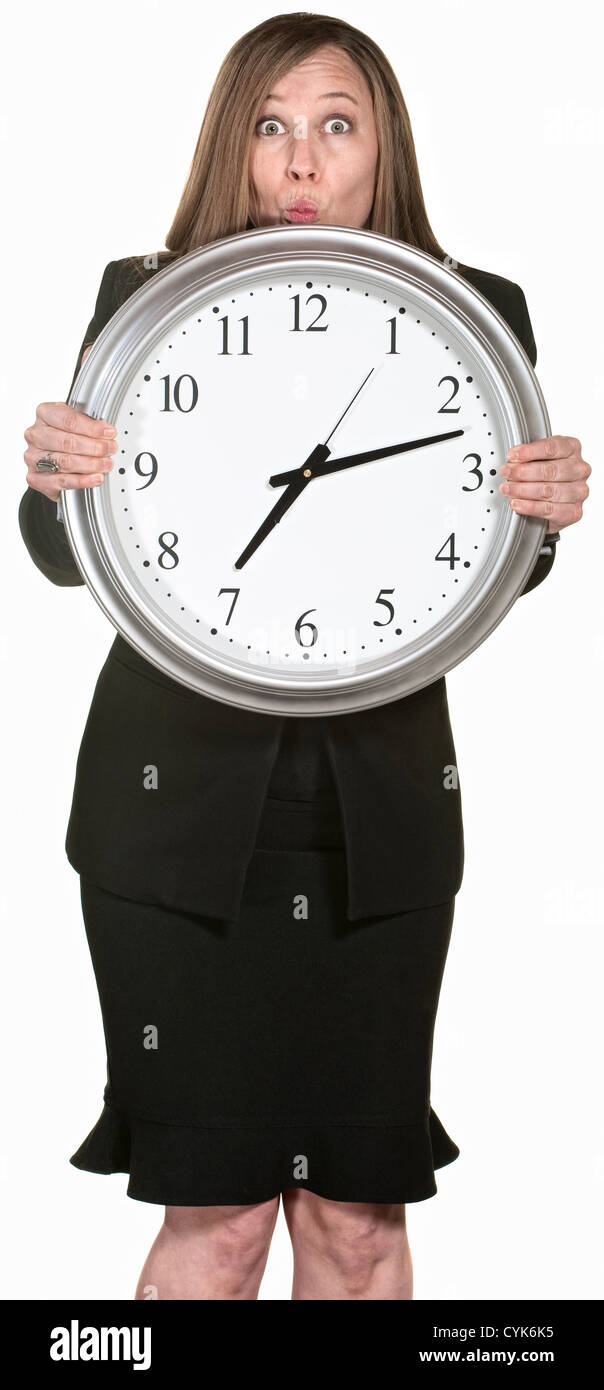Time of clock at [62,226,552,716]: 7:12
